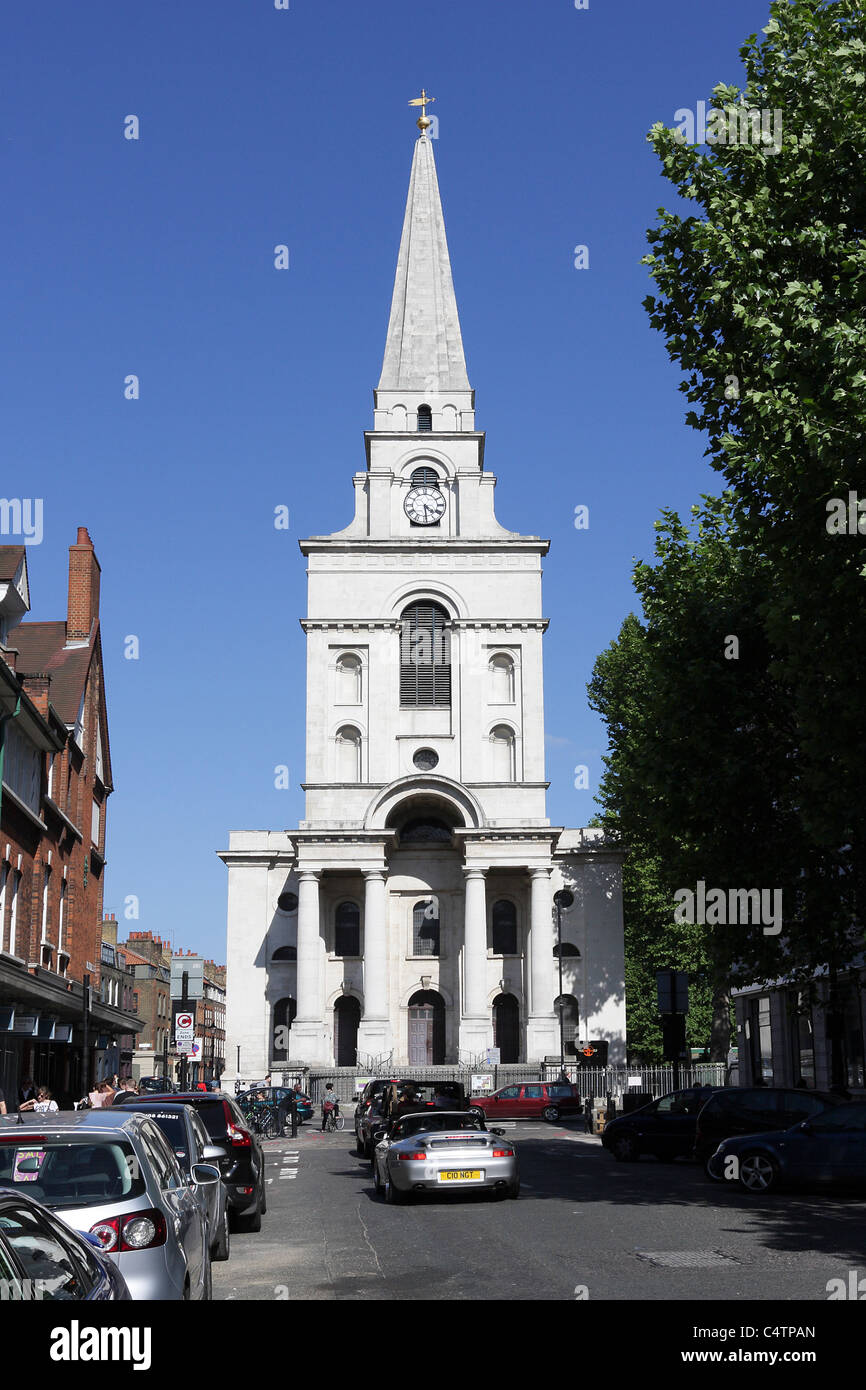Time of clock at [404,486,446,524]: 4:29
